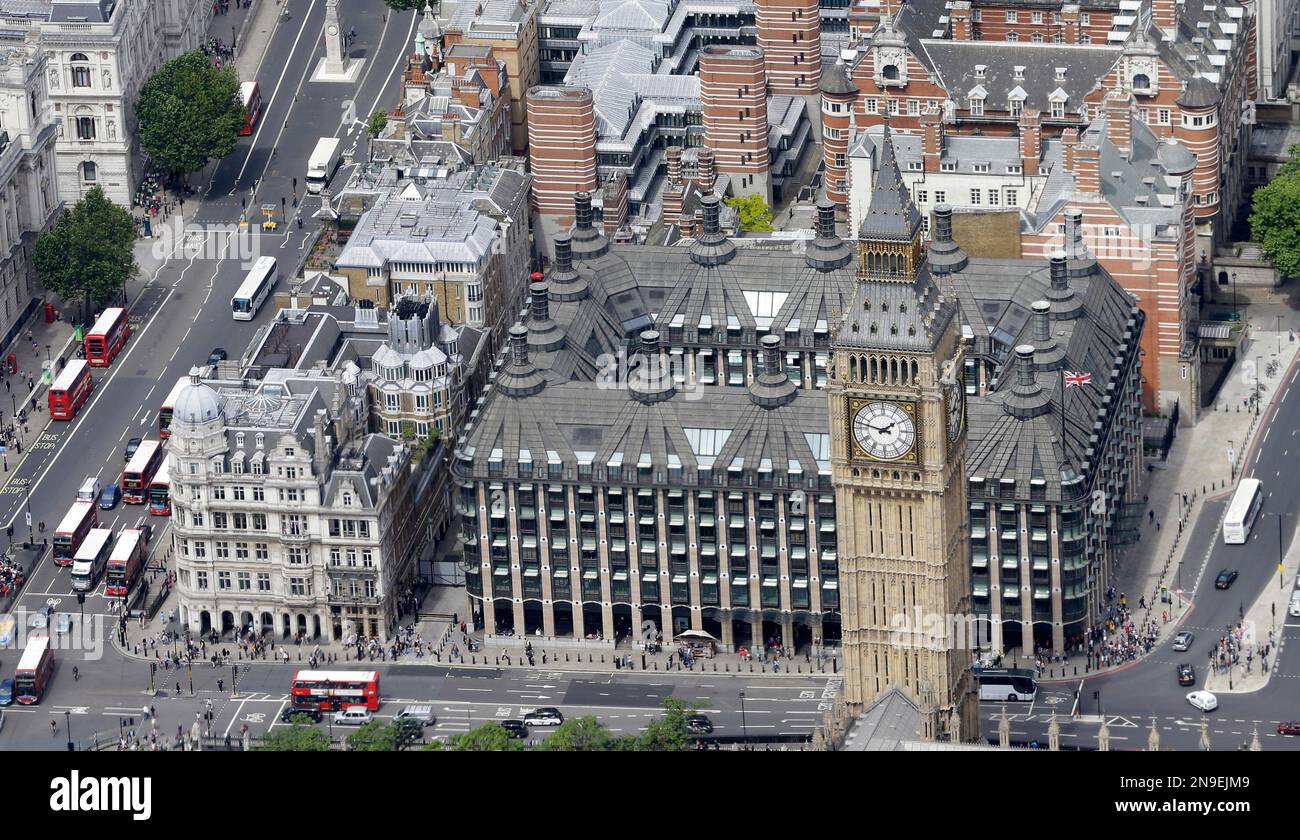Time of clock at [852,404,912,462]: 1:47
